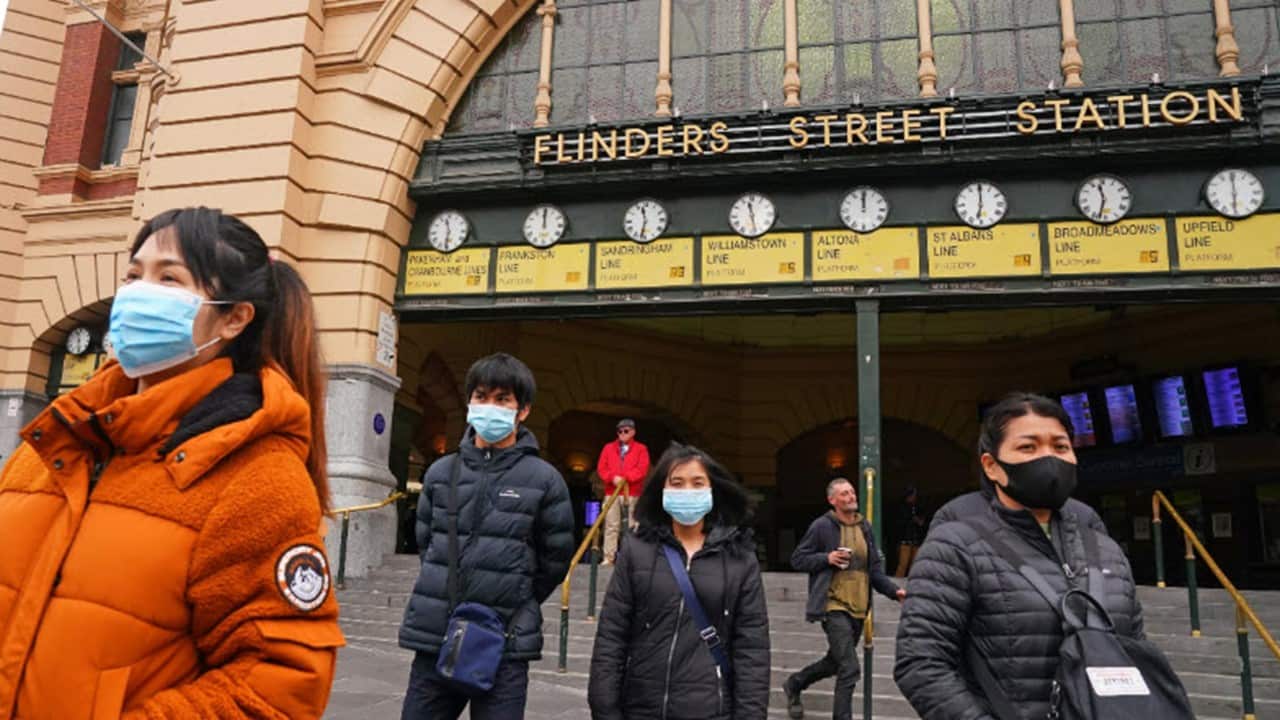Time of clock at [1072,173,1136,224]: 11:32
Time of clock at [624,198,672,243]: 11:31
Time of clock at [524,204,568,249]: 12:00
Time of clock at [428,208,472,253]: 11:31
